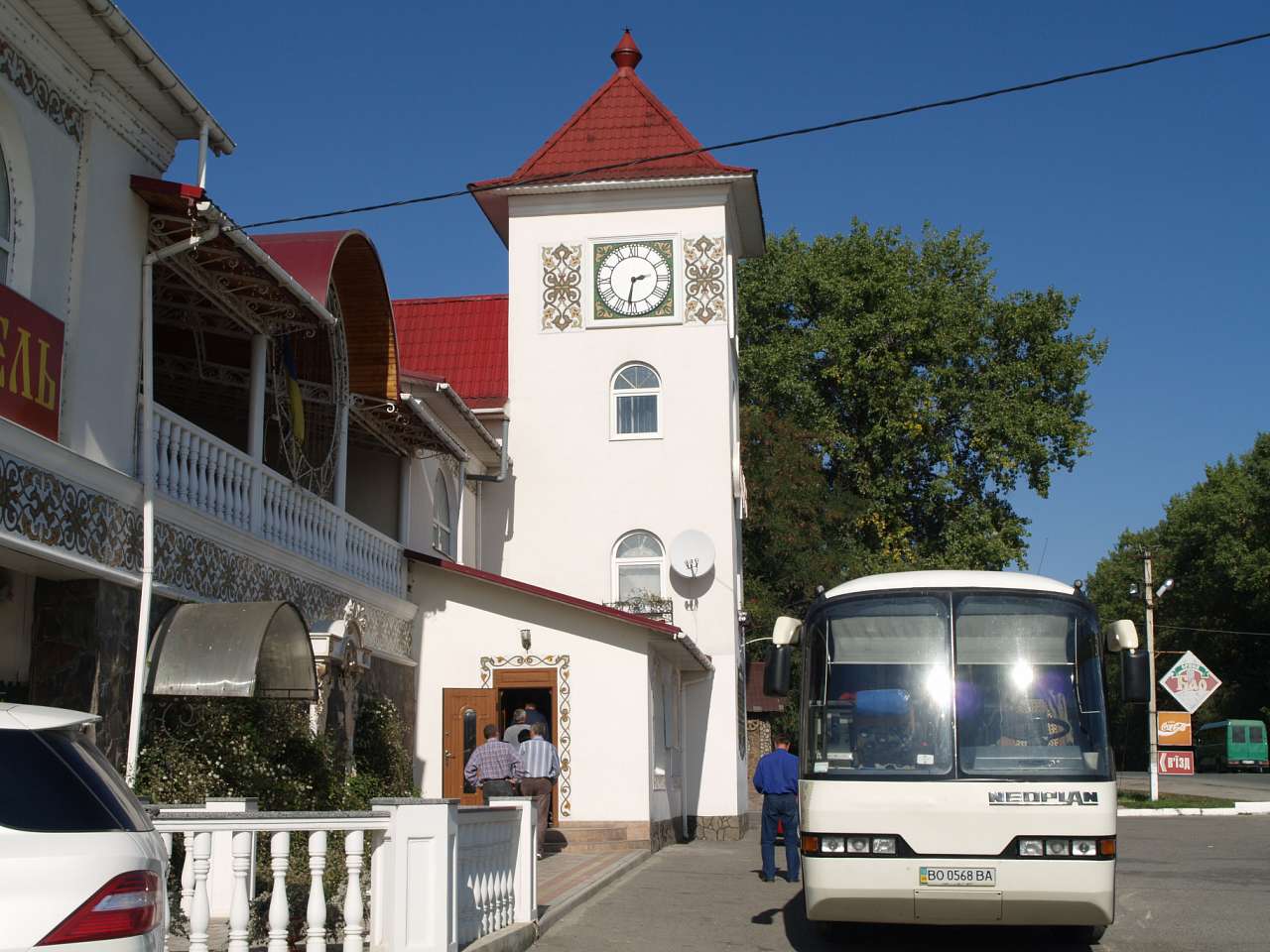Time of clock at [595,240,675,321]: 2:31
